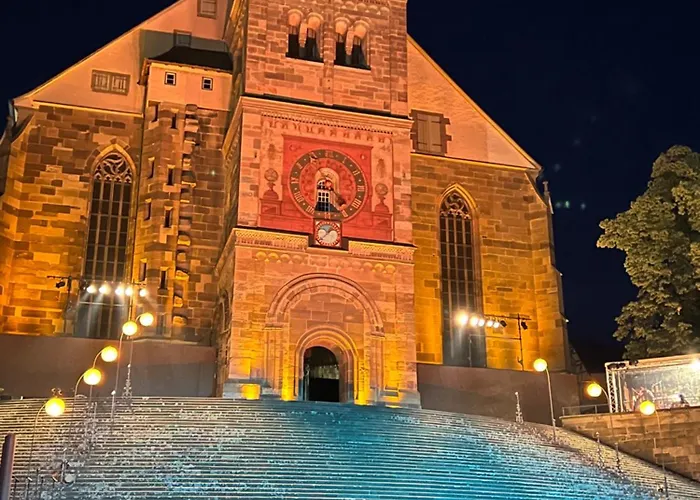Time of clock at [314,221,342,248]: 1:37
